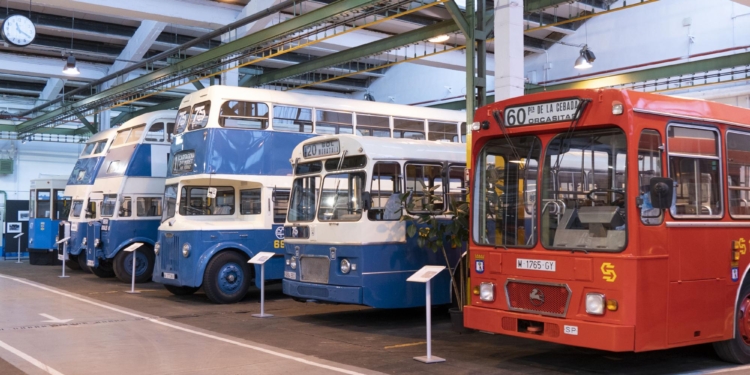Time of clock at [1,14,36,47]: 11:19
